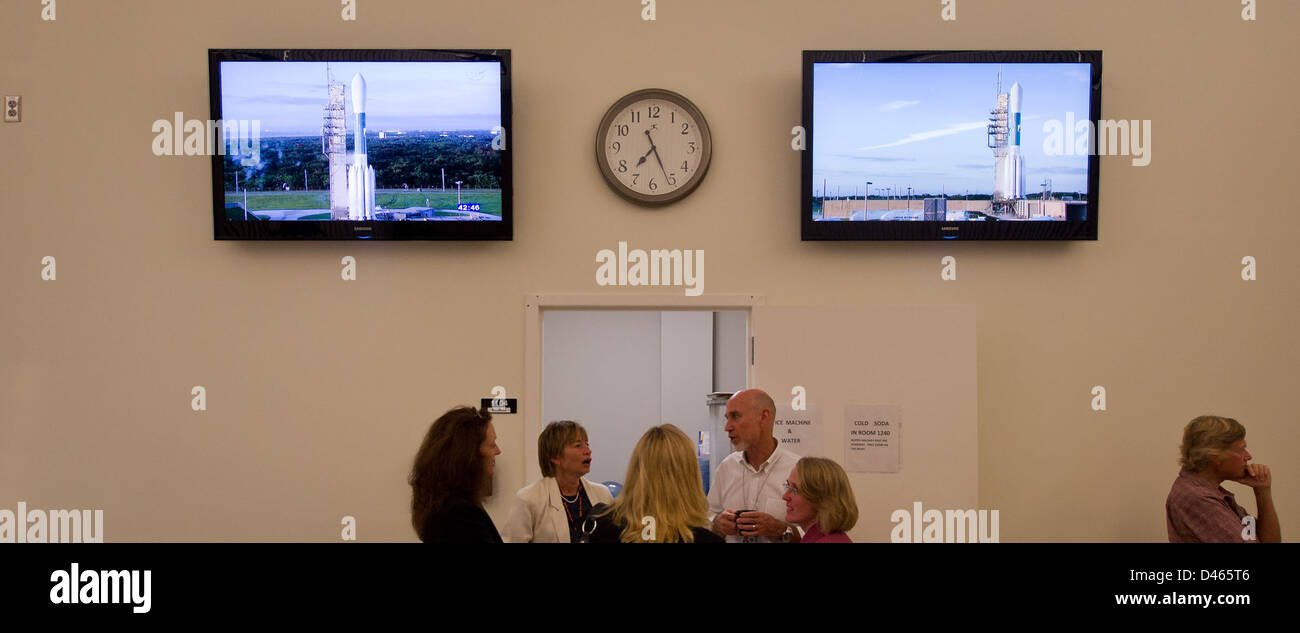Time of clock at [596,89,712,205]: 7:25
